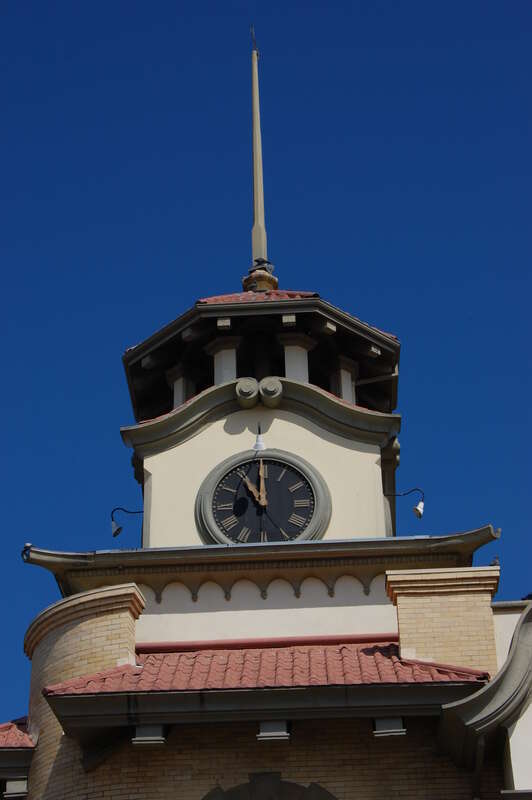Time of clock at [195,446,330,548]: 10:59
